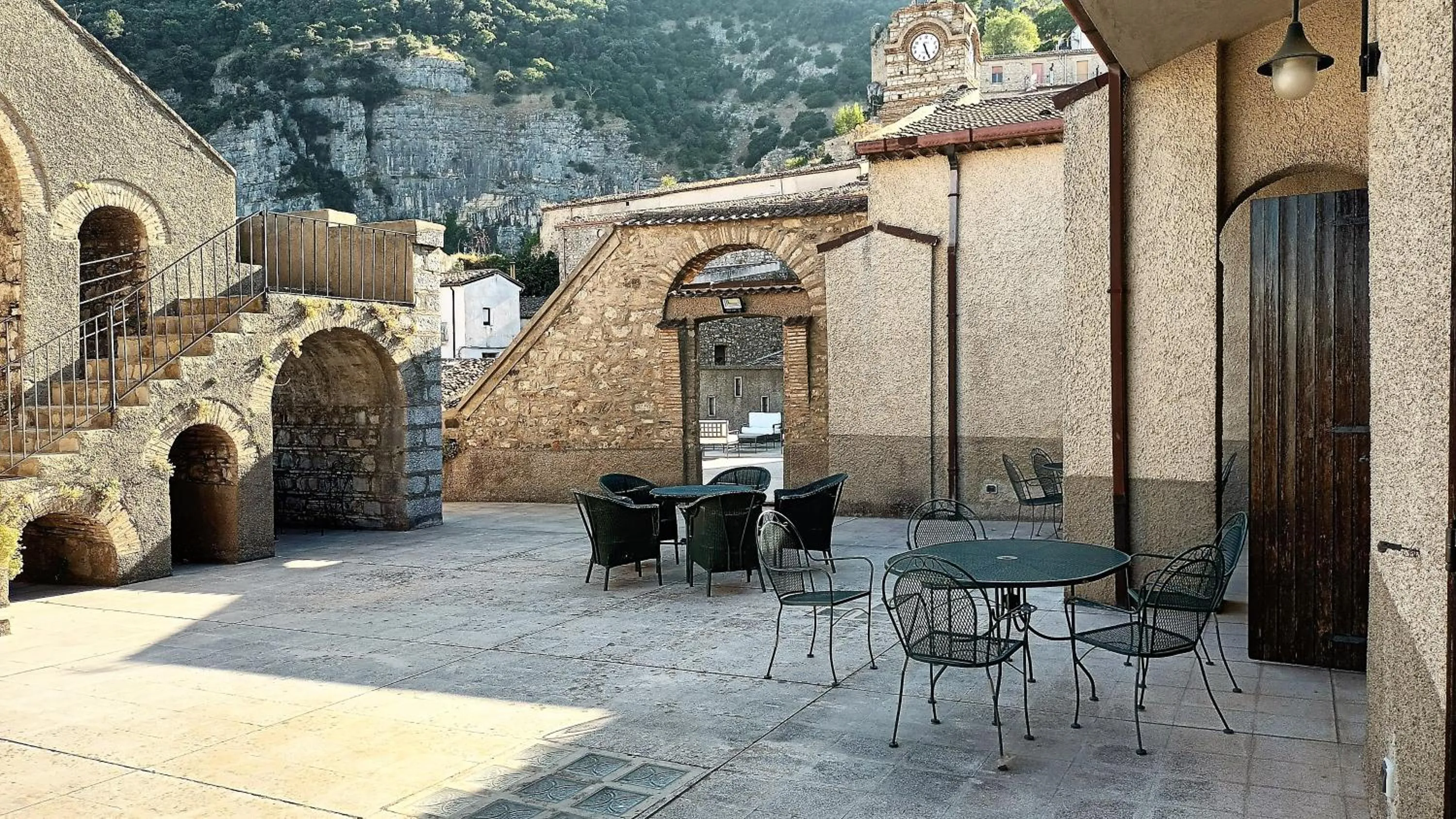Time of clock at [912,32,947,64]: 5:25
